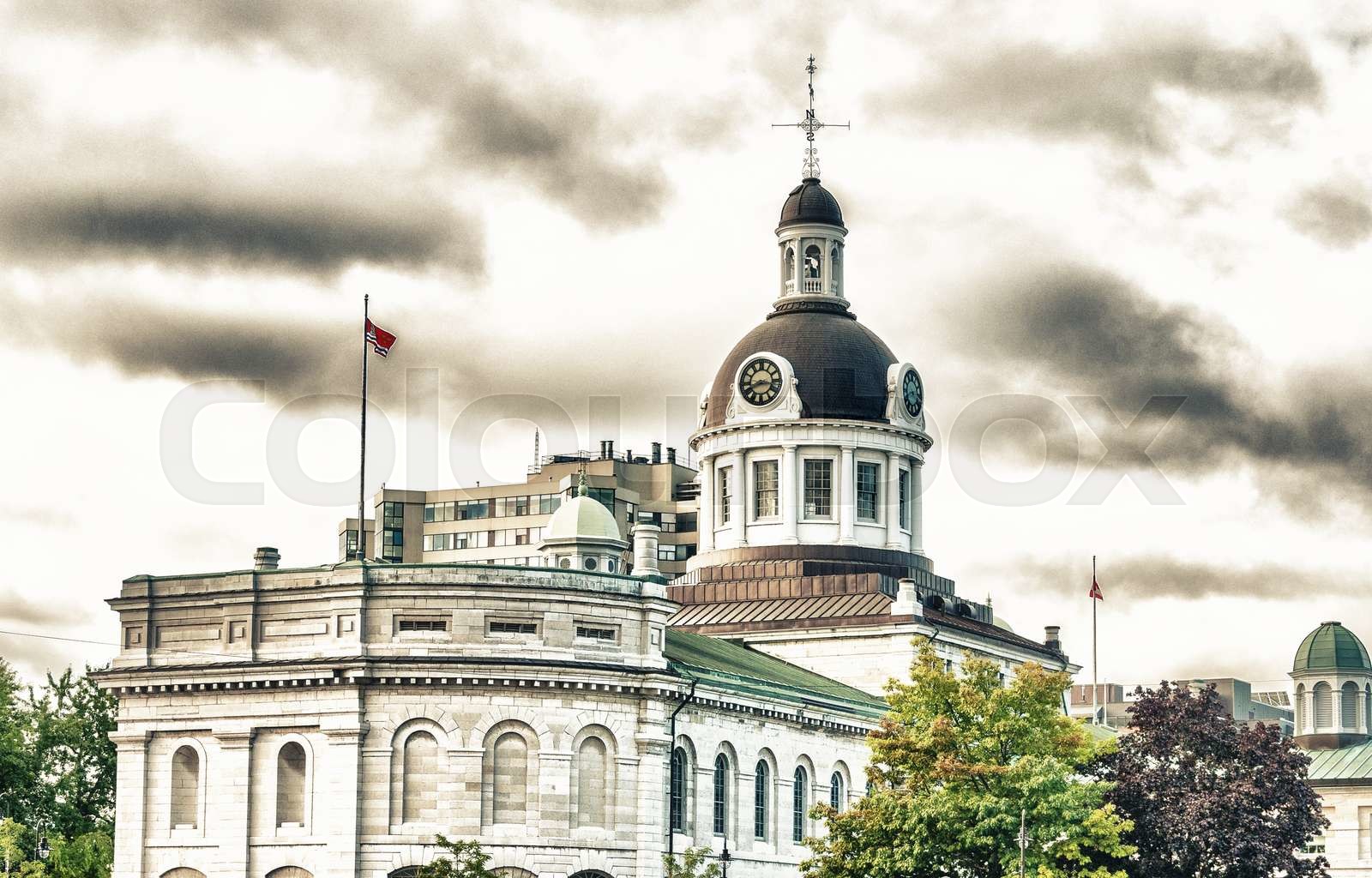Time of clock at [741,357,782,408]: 8:16
